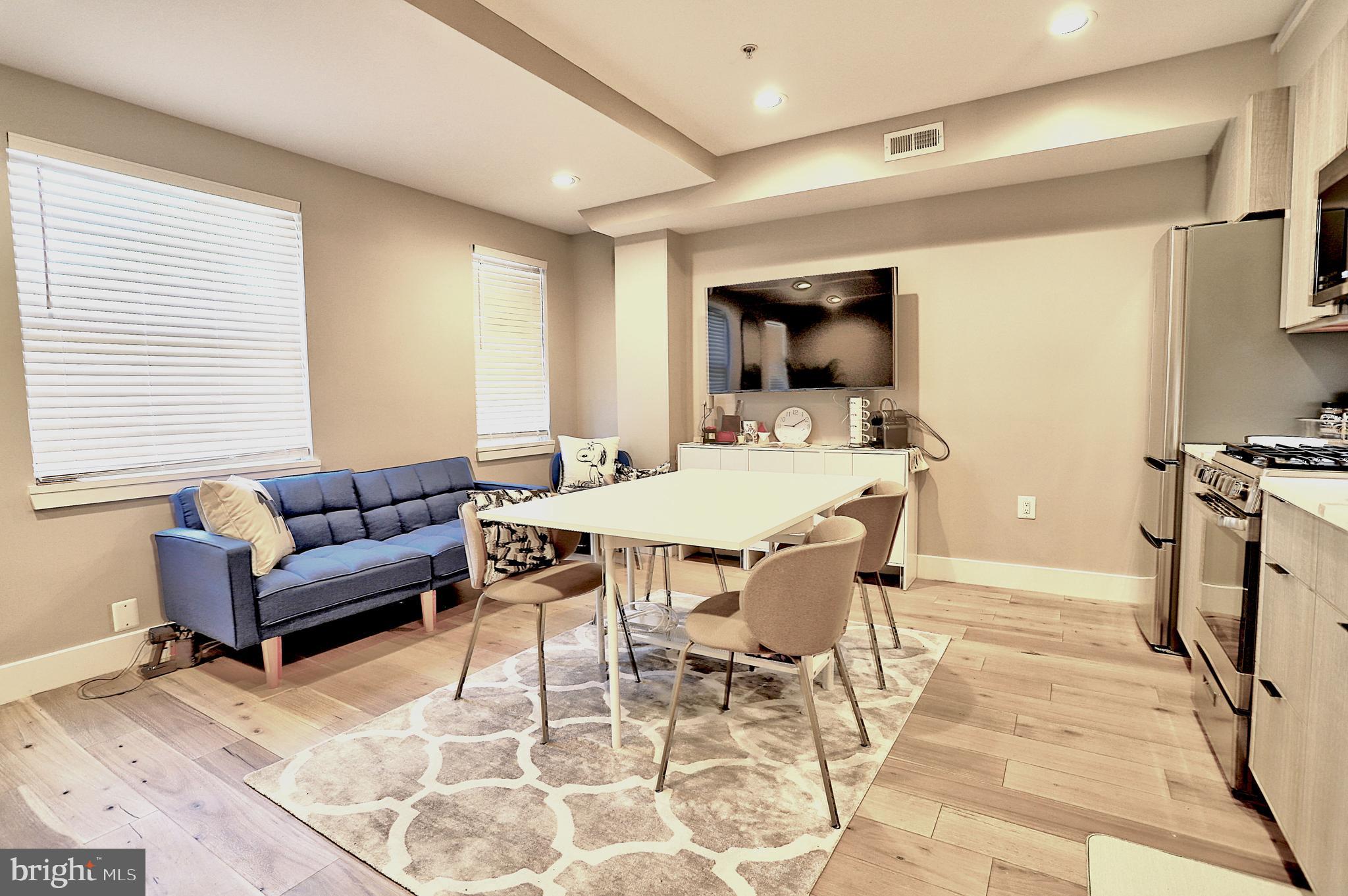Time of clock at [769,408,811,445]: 9:09
